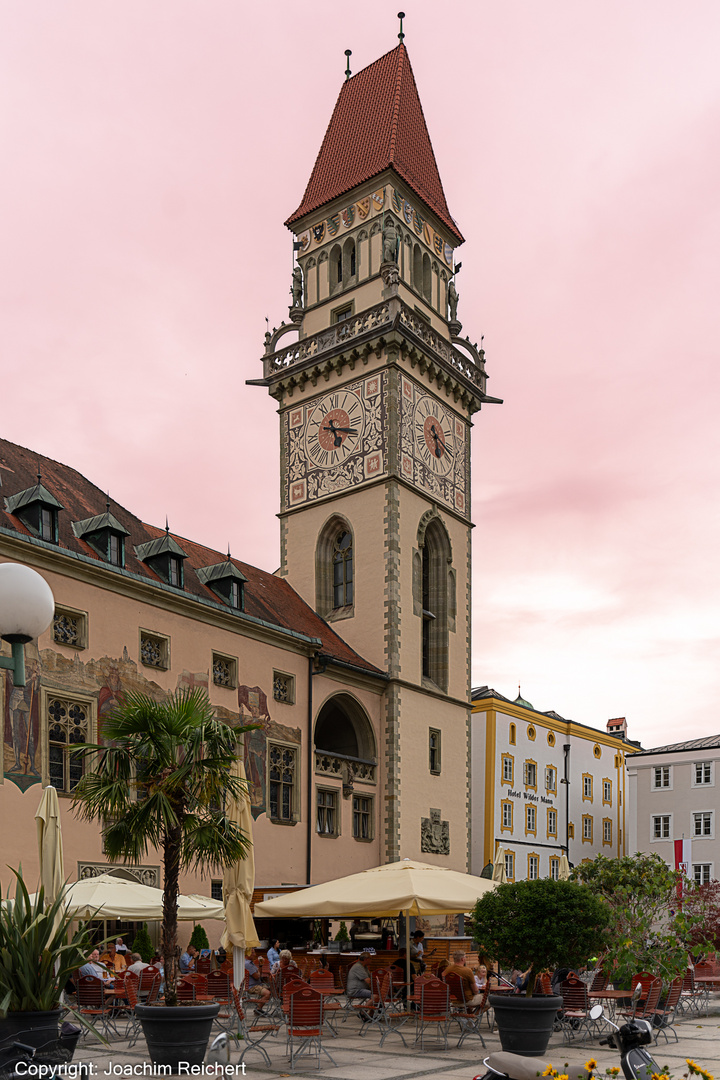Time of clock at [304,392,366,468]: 5:18
